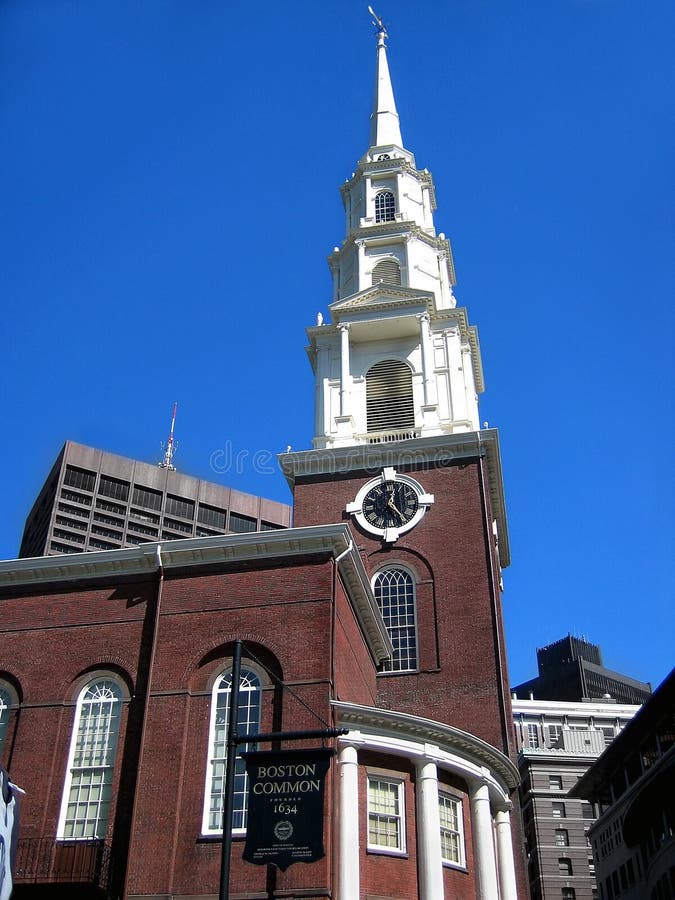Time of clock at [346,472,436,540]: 12:23
